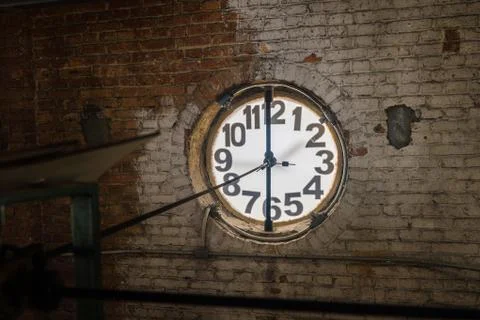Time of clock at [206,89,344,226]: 5:59
